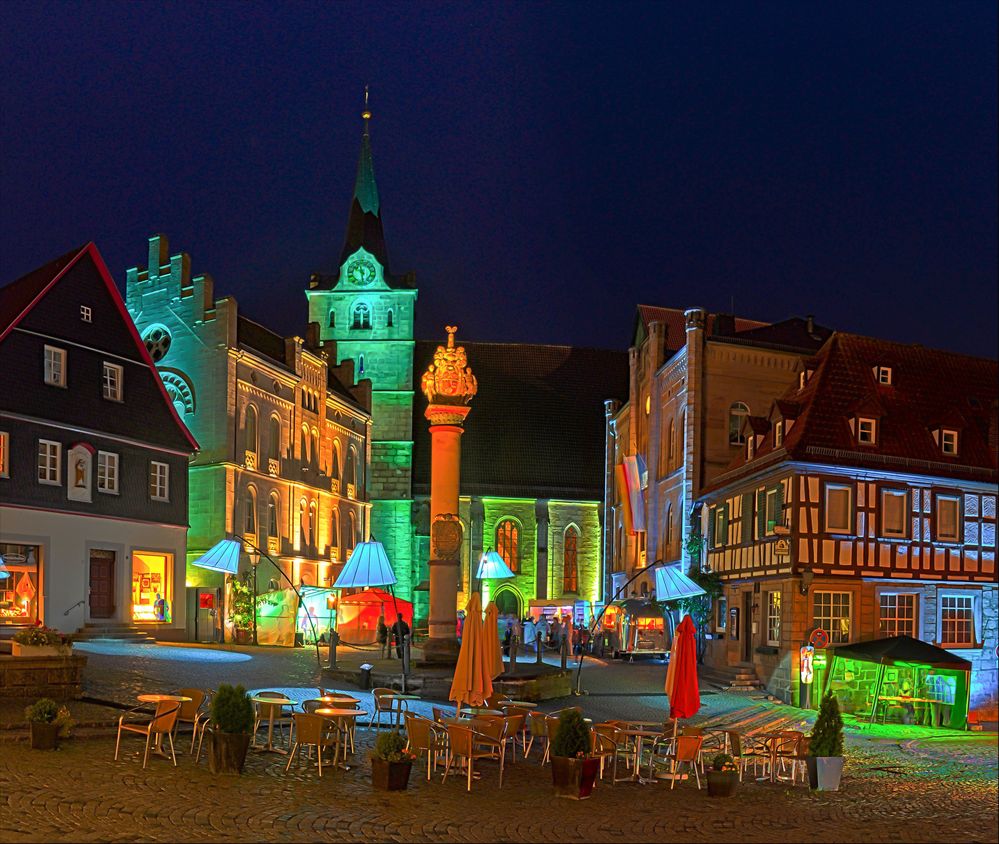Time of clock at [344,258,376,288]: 10:28
